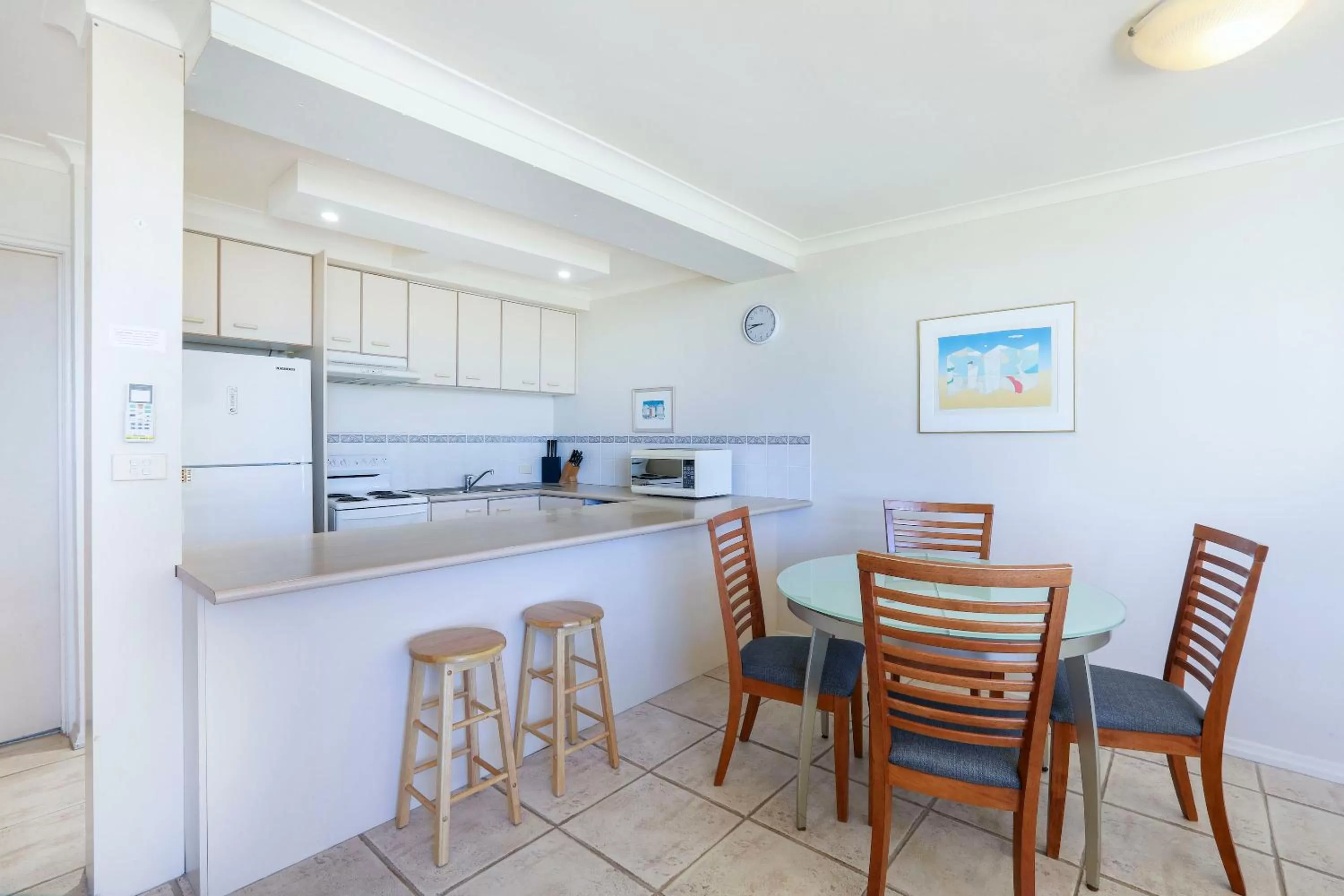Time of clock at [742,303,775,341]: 8:42
